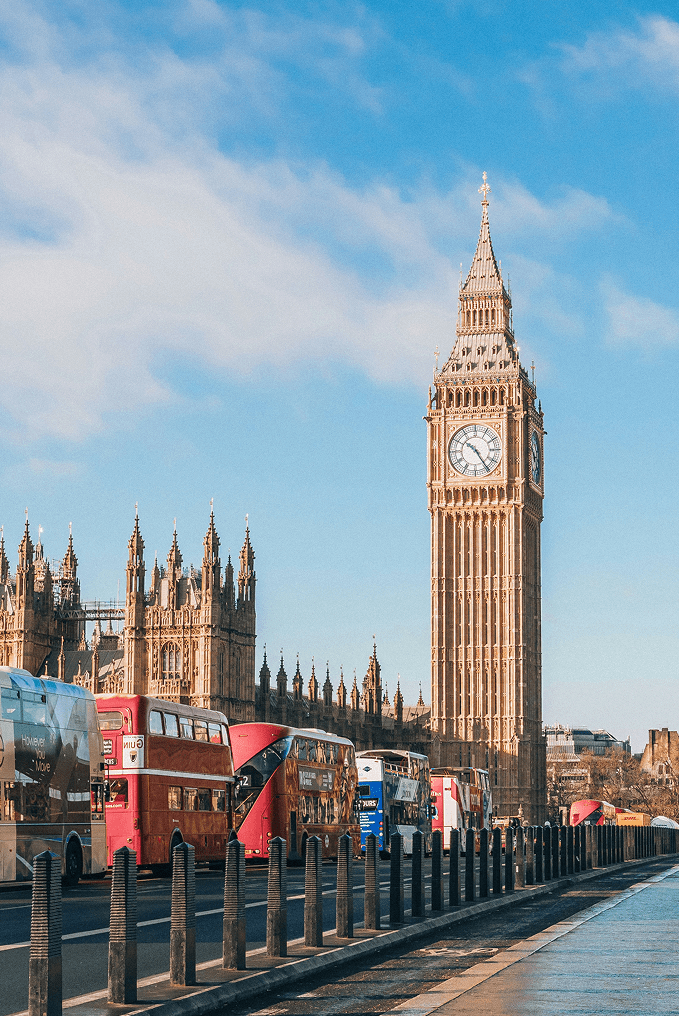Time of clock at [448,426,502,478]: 10:24
